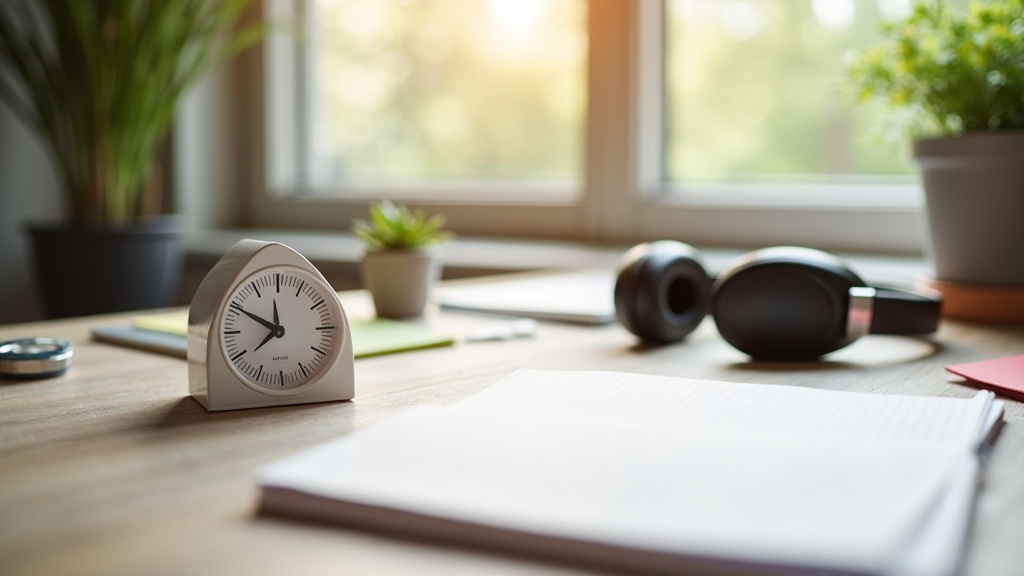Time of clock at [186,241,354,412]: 7:49
